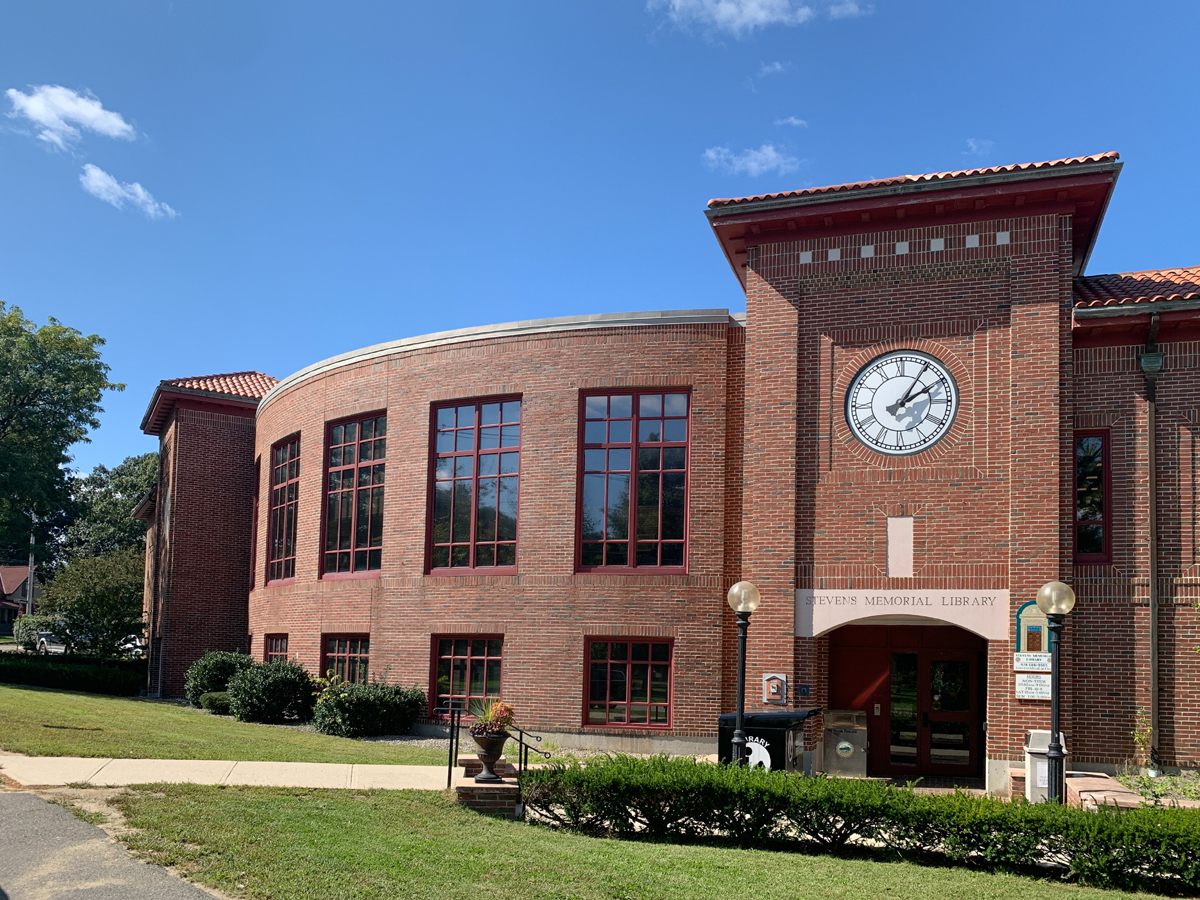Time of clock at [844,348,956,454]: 2:05
